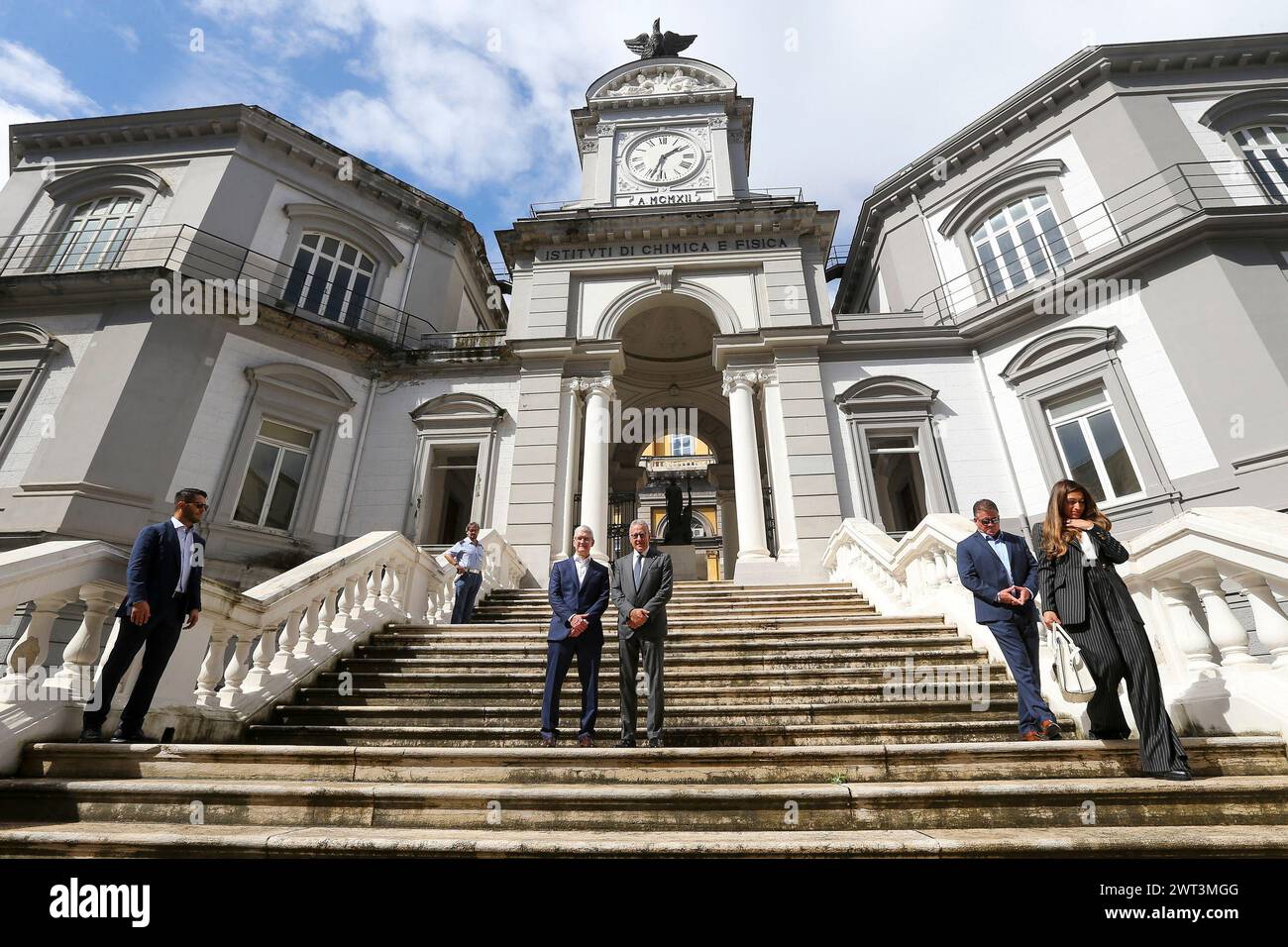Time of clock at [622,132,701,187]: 1:33
